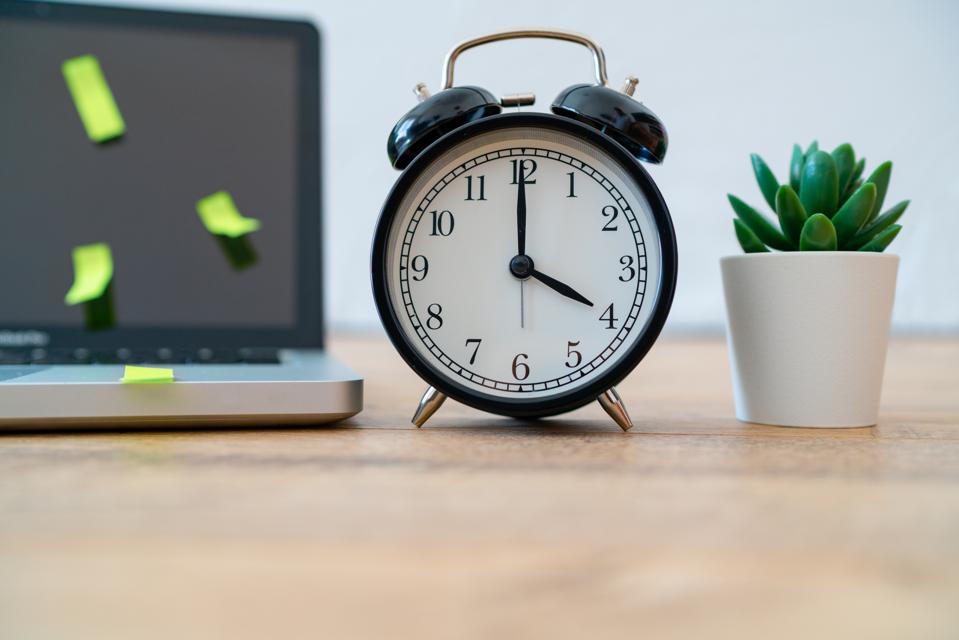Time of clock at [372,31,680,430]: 4:00
